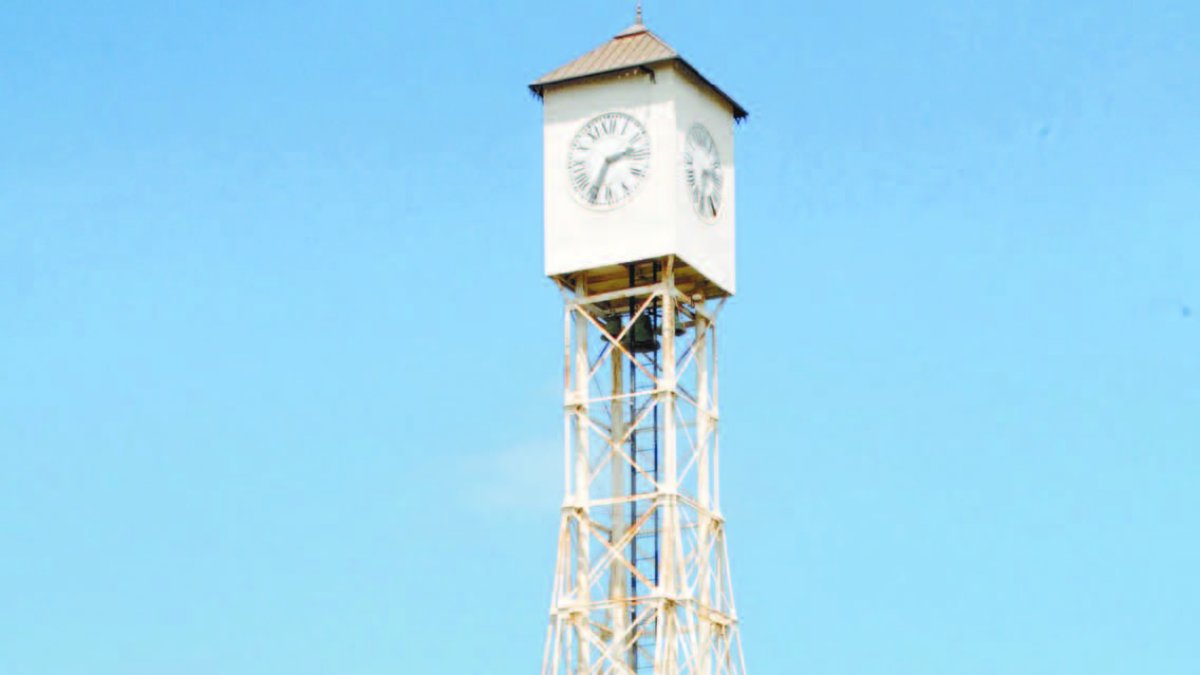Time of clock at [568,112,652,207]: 2:34
